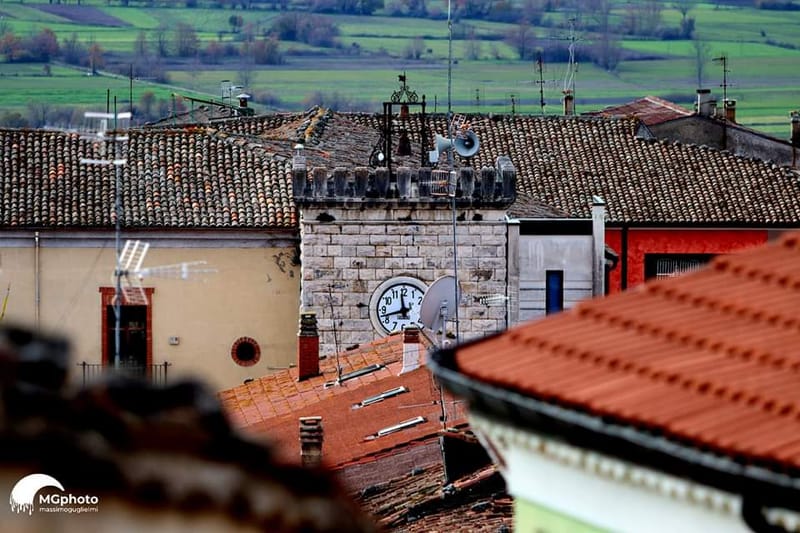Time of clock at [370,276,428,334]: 11:42
